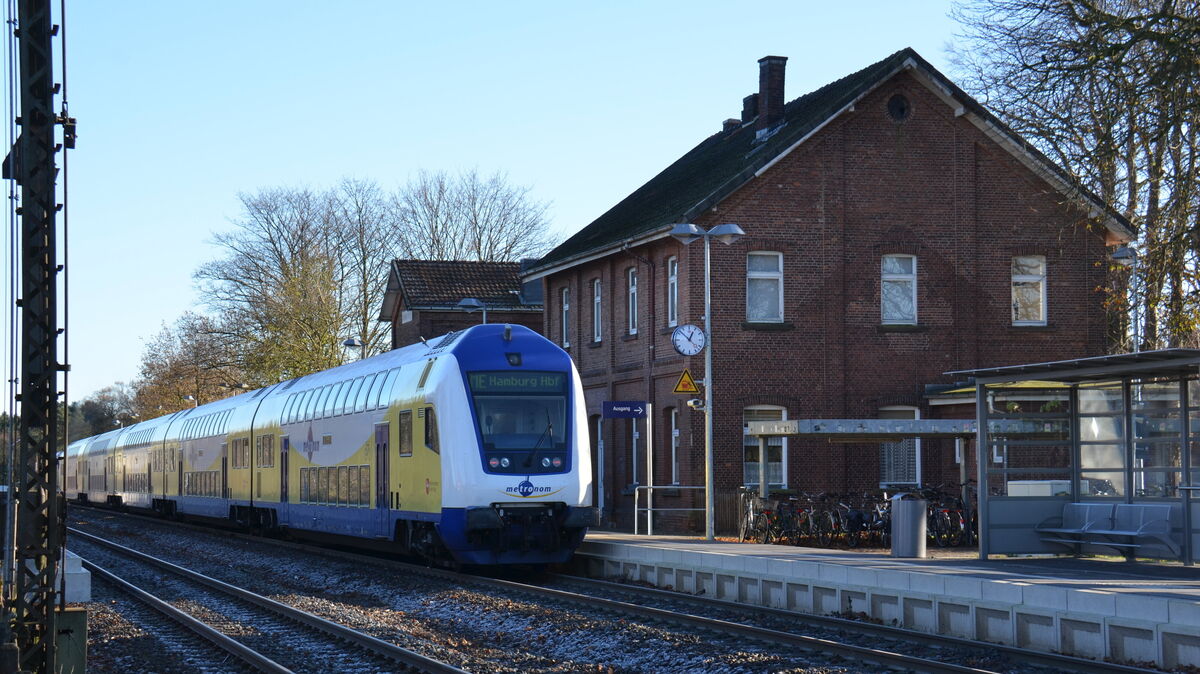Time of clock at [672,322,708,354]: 12:52
